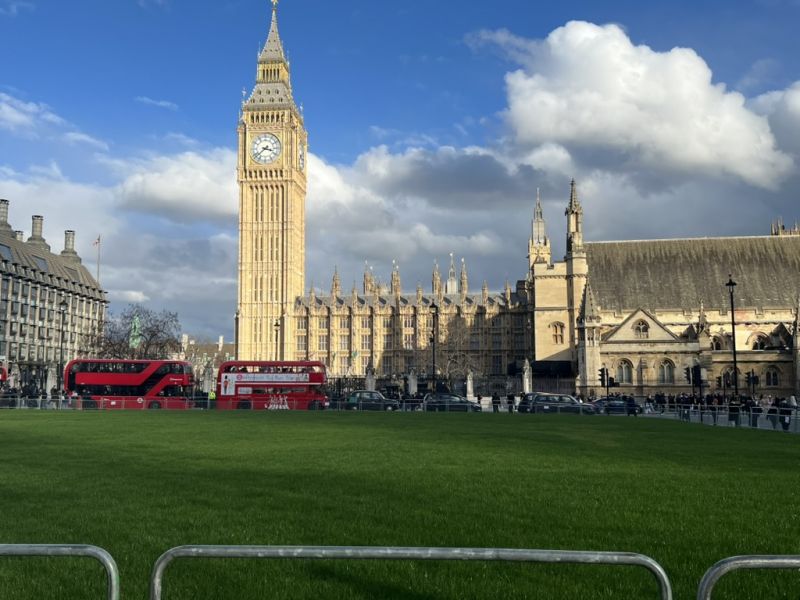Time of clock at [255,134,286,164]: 3:38
